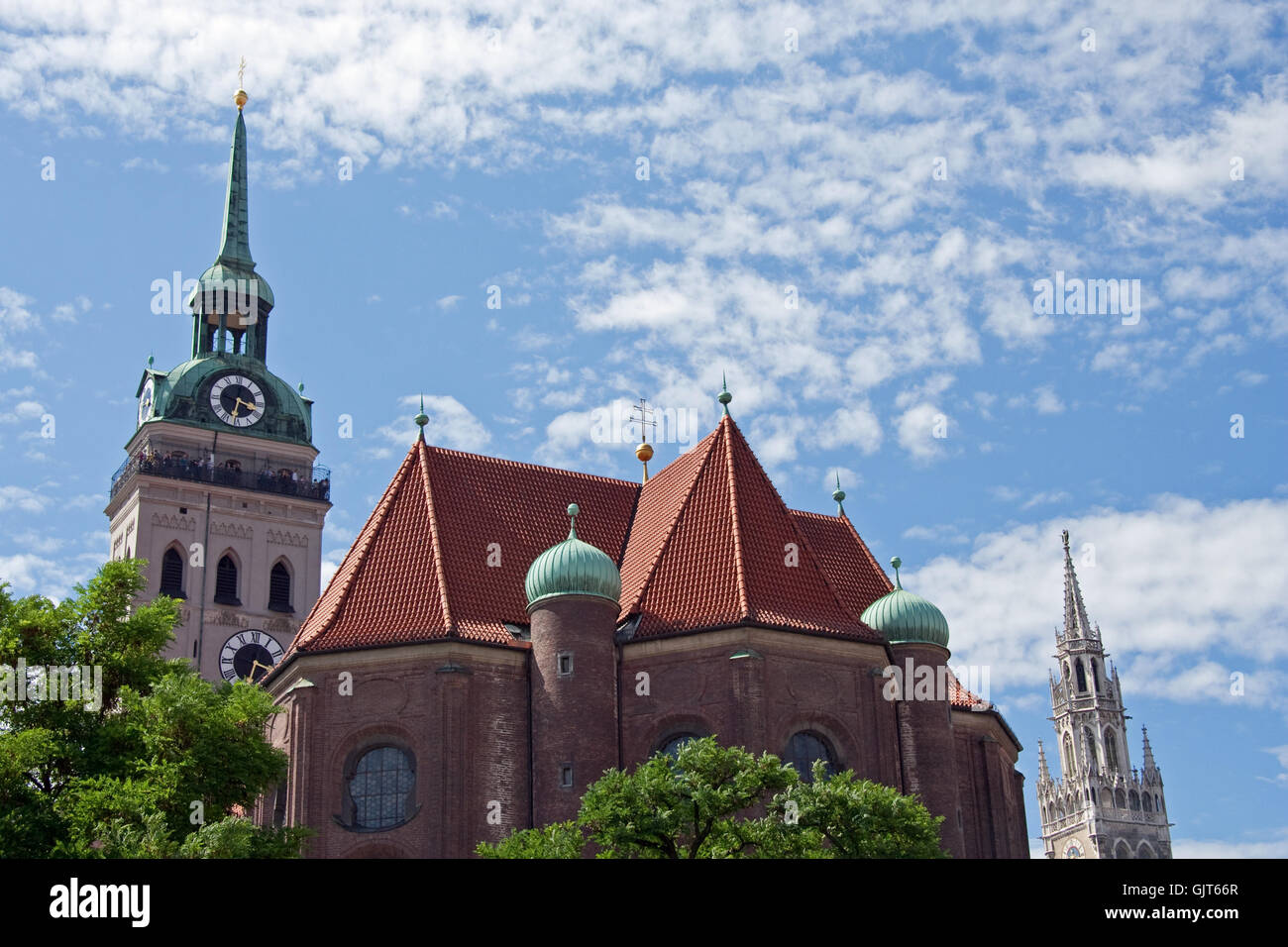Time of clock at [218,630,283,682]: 3:32
